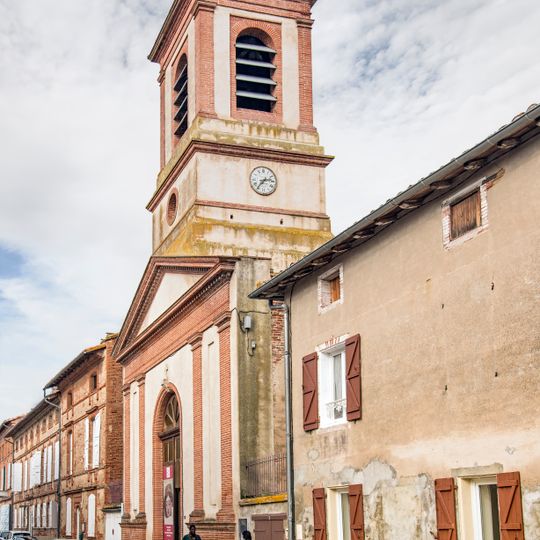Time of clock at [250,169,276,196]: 2:36
